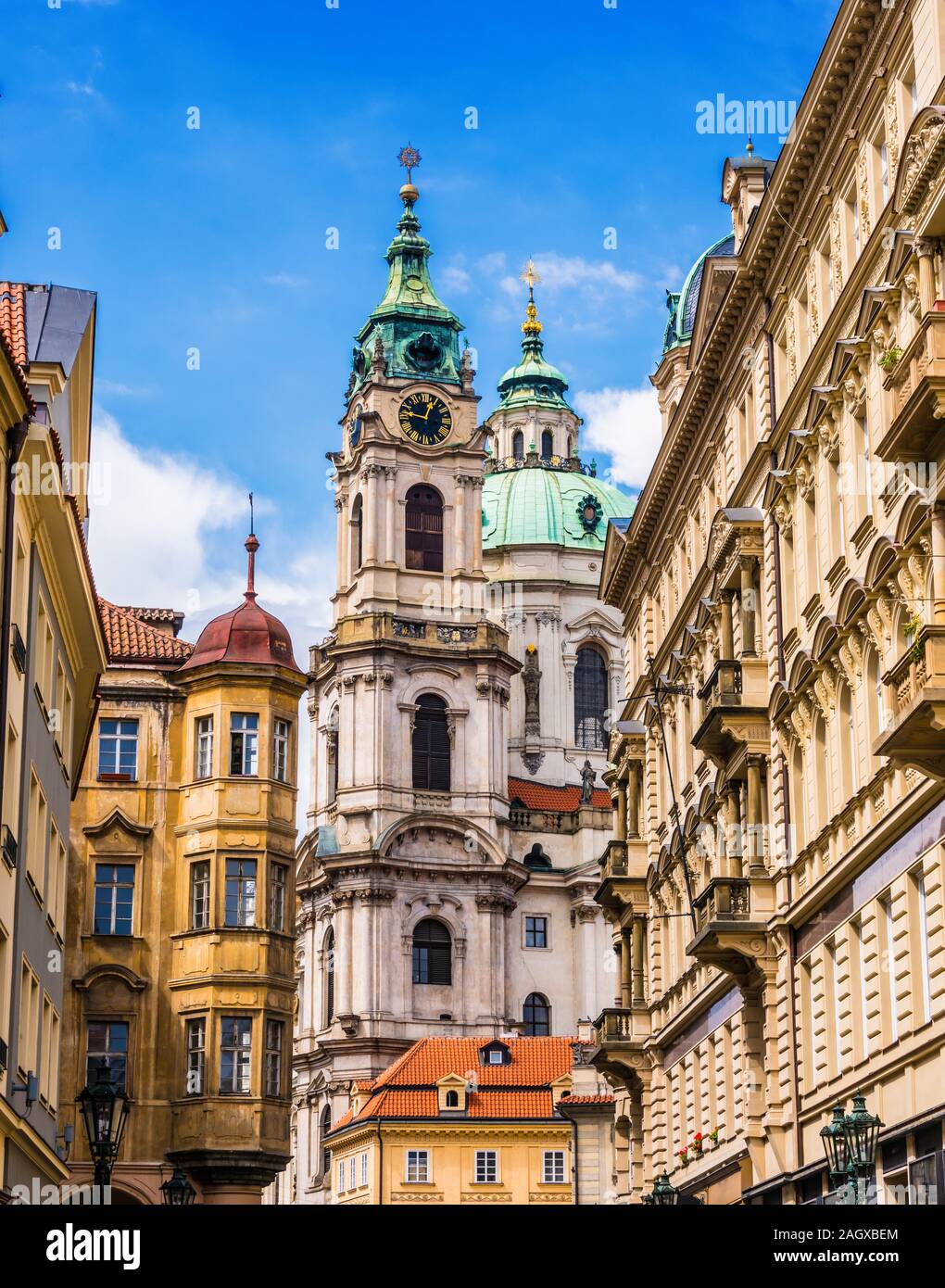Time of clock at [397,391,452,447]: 12:46
